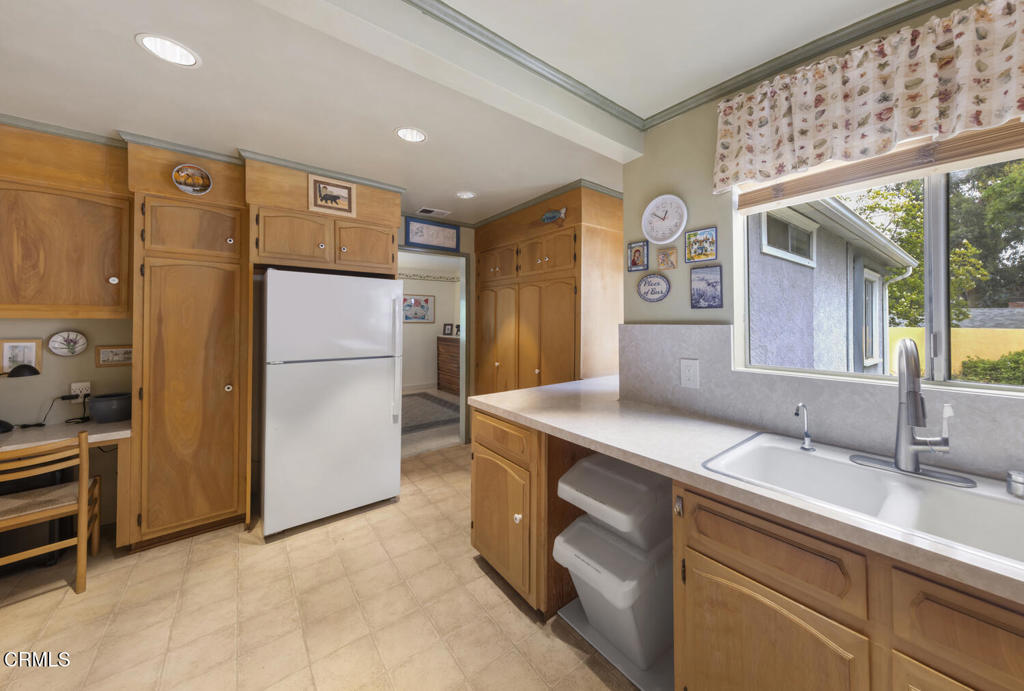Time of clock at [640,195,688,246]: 12:50
